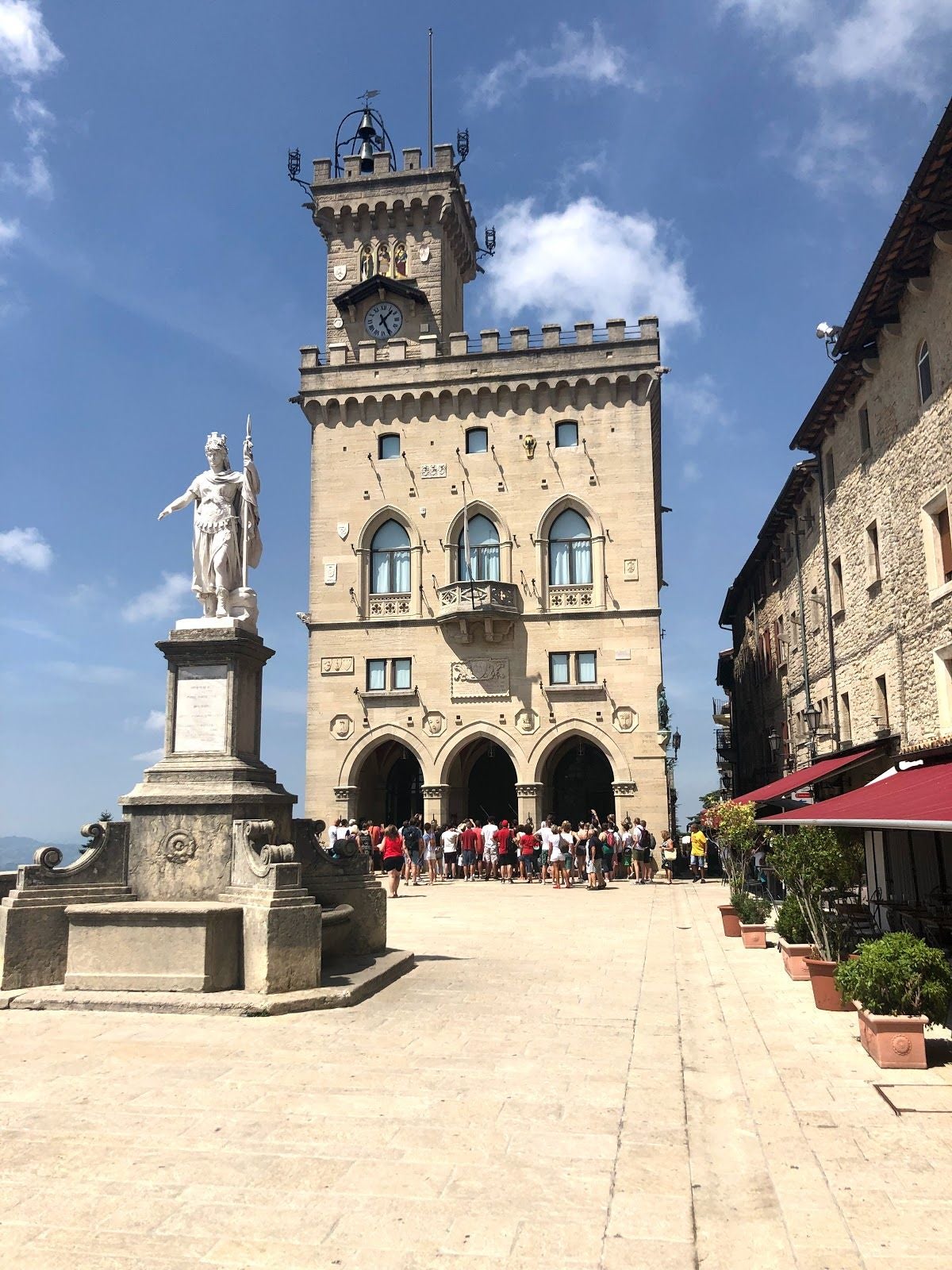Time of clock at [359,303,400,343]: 1:26
